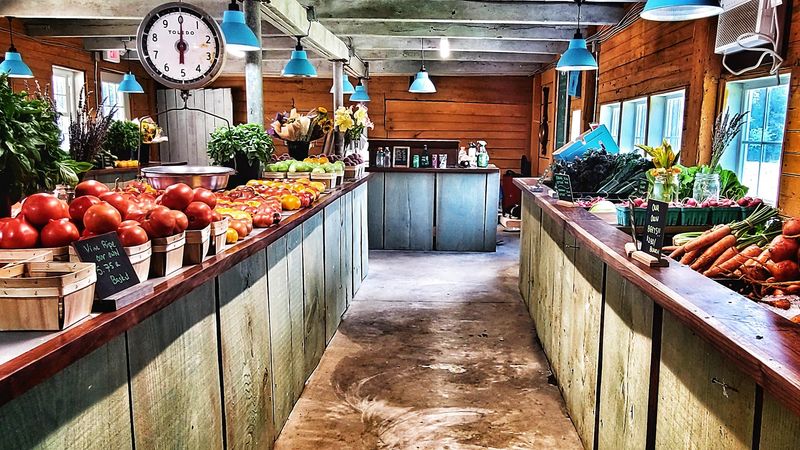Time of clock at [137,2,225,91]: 5:59
